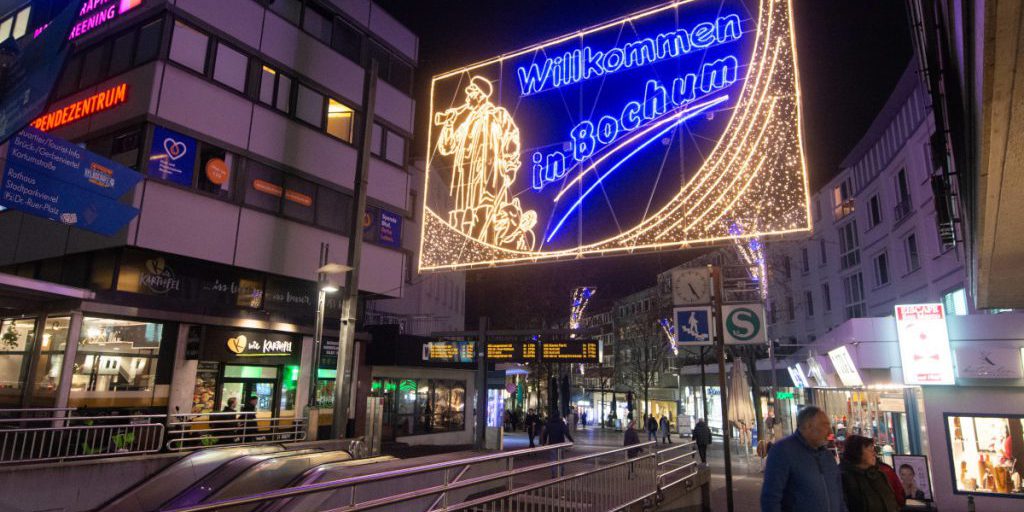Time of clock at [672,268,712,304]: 5:25
